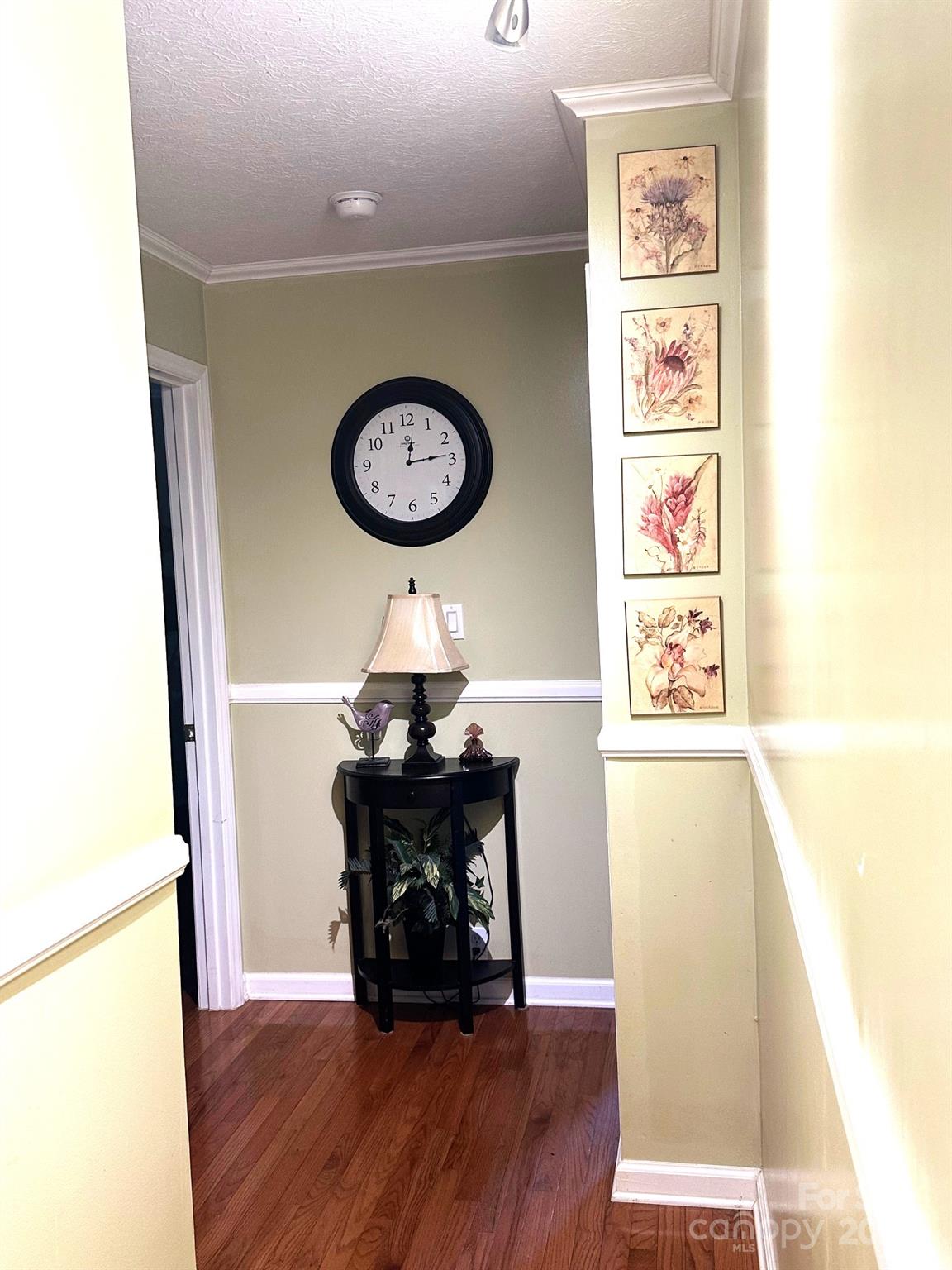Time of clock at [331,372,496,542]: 12:13
